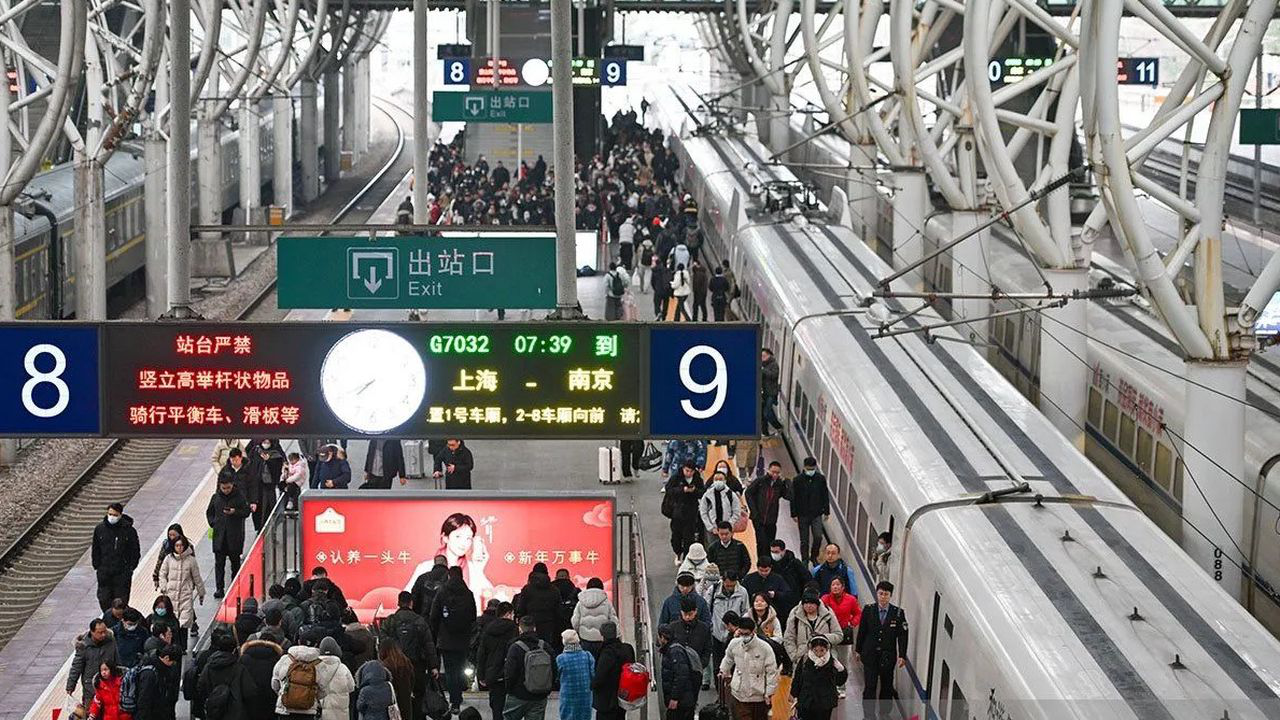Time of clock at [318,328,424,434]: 7:40
